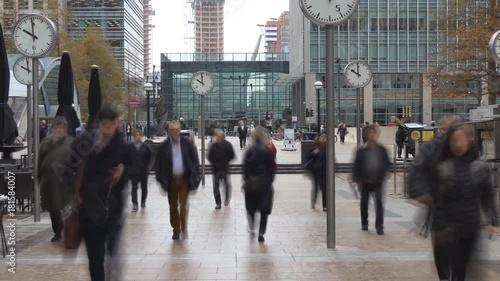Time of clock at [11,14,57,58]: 9:59
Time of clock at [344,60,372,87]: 9:59
